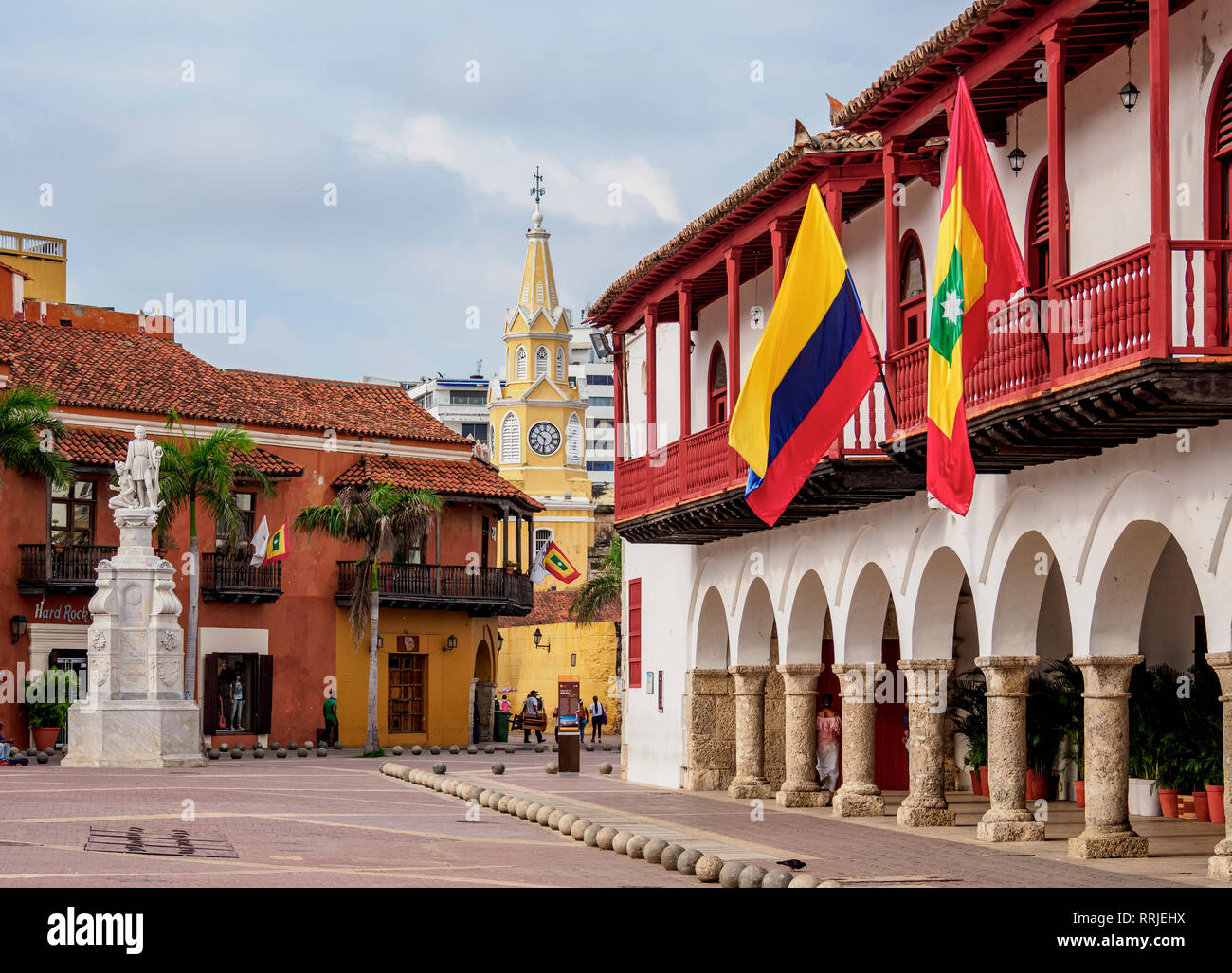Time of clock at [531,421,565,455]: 10:31
